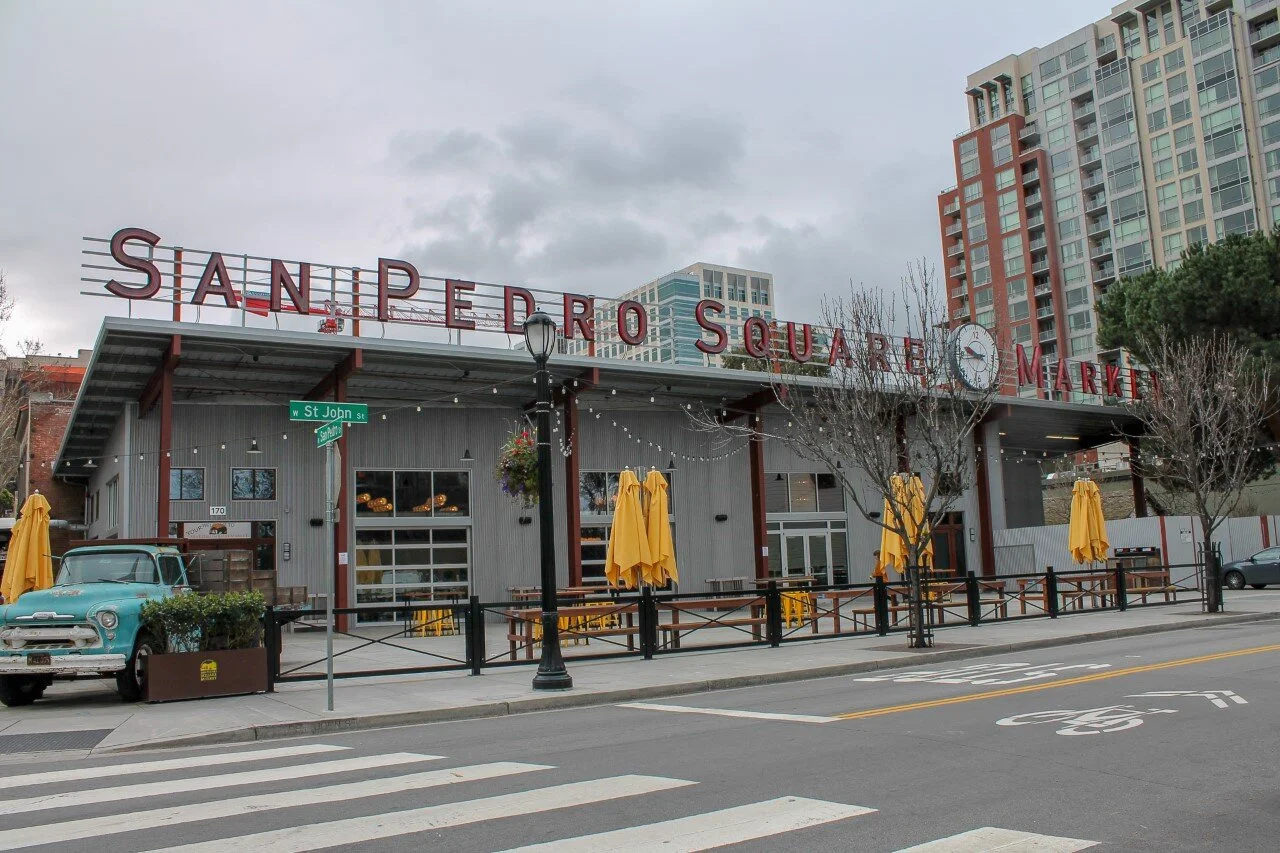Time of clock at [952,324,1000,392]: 9:45
